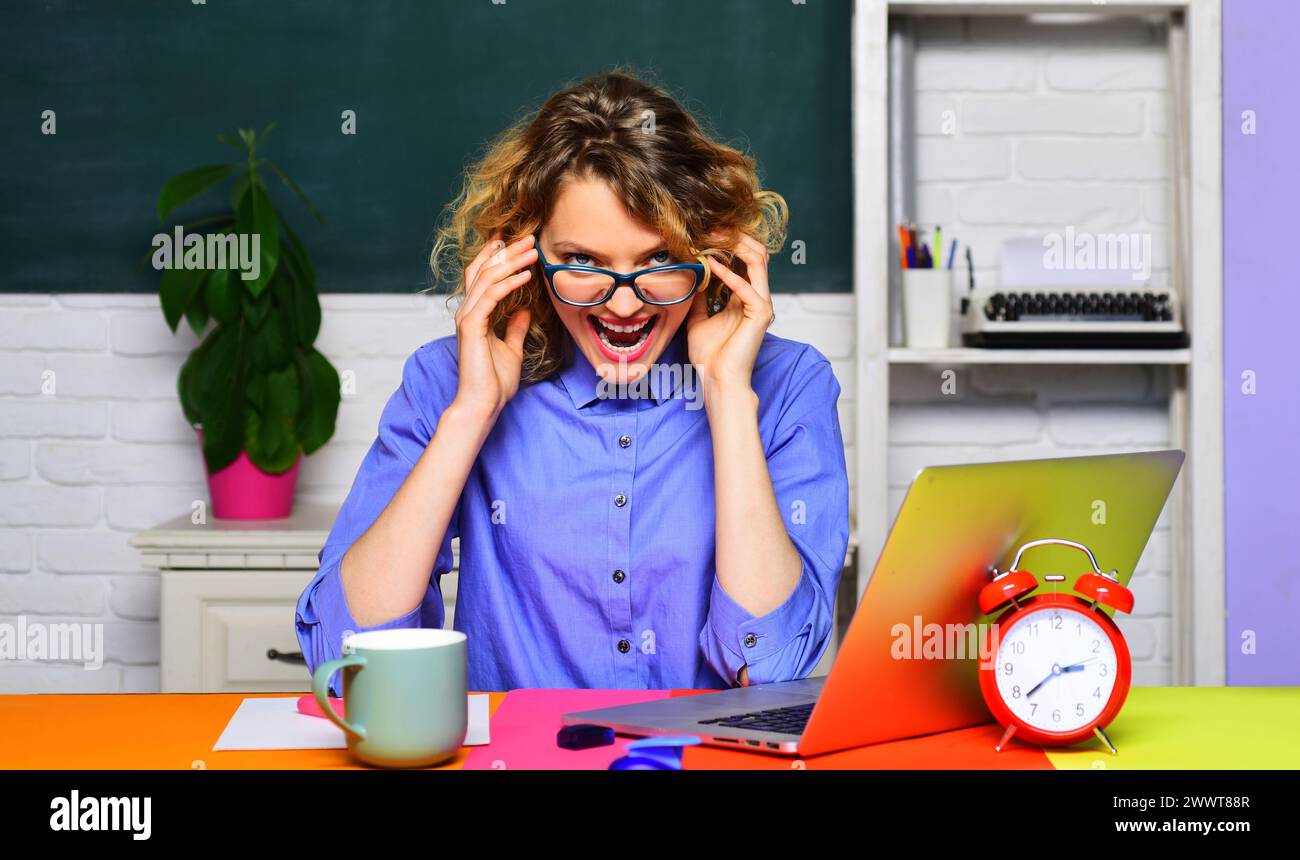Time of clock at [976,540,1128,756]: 2:38
